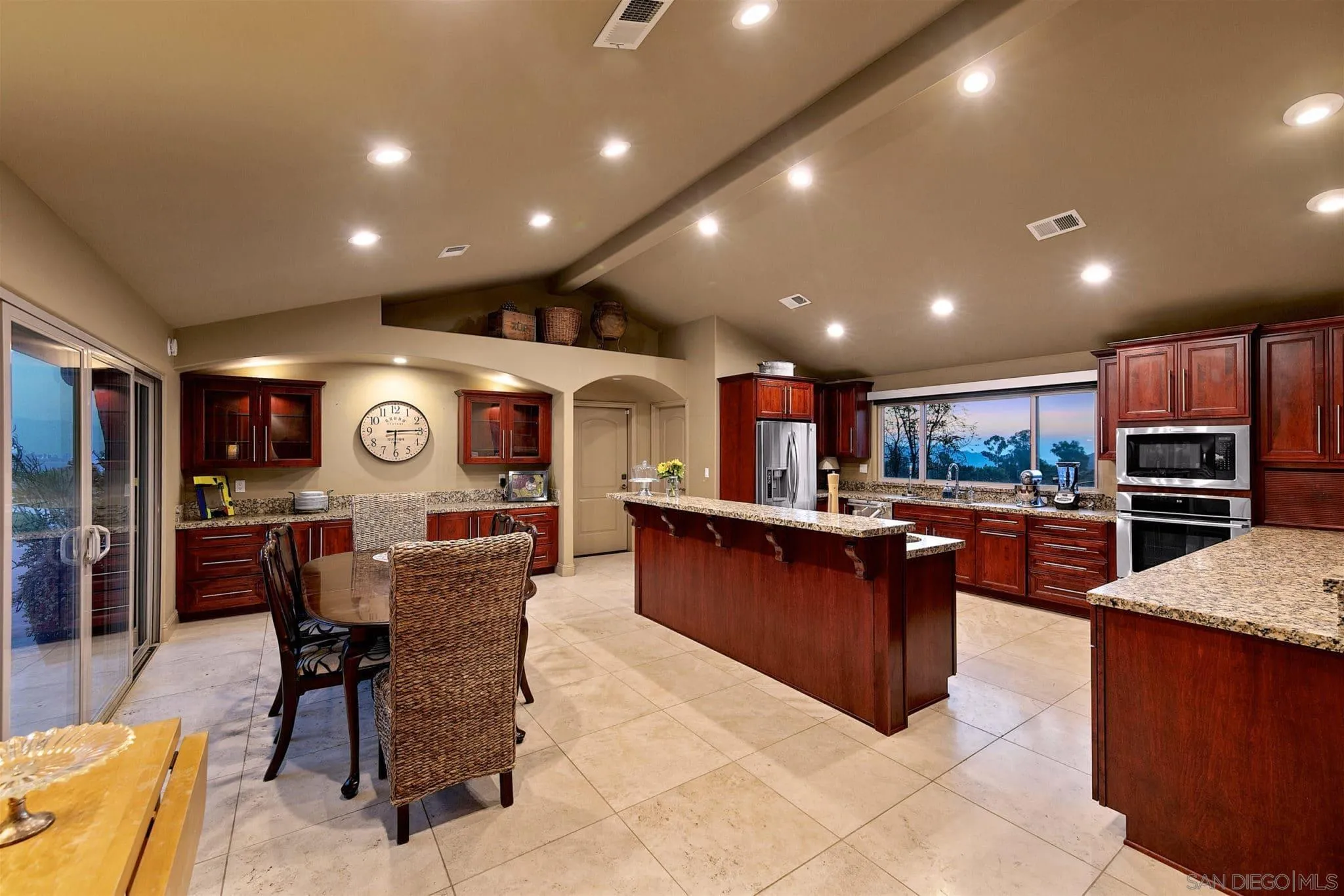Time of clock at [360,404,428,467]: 6:14
